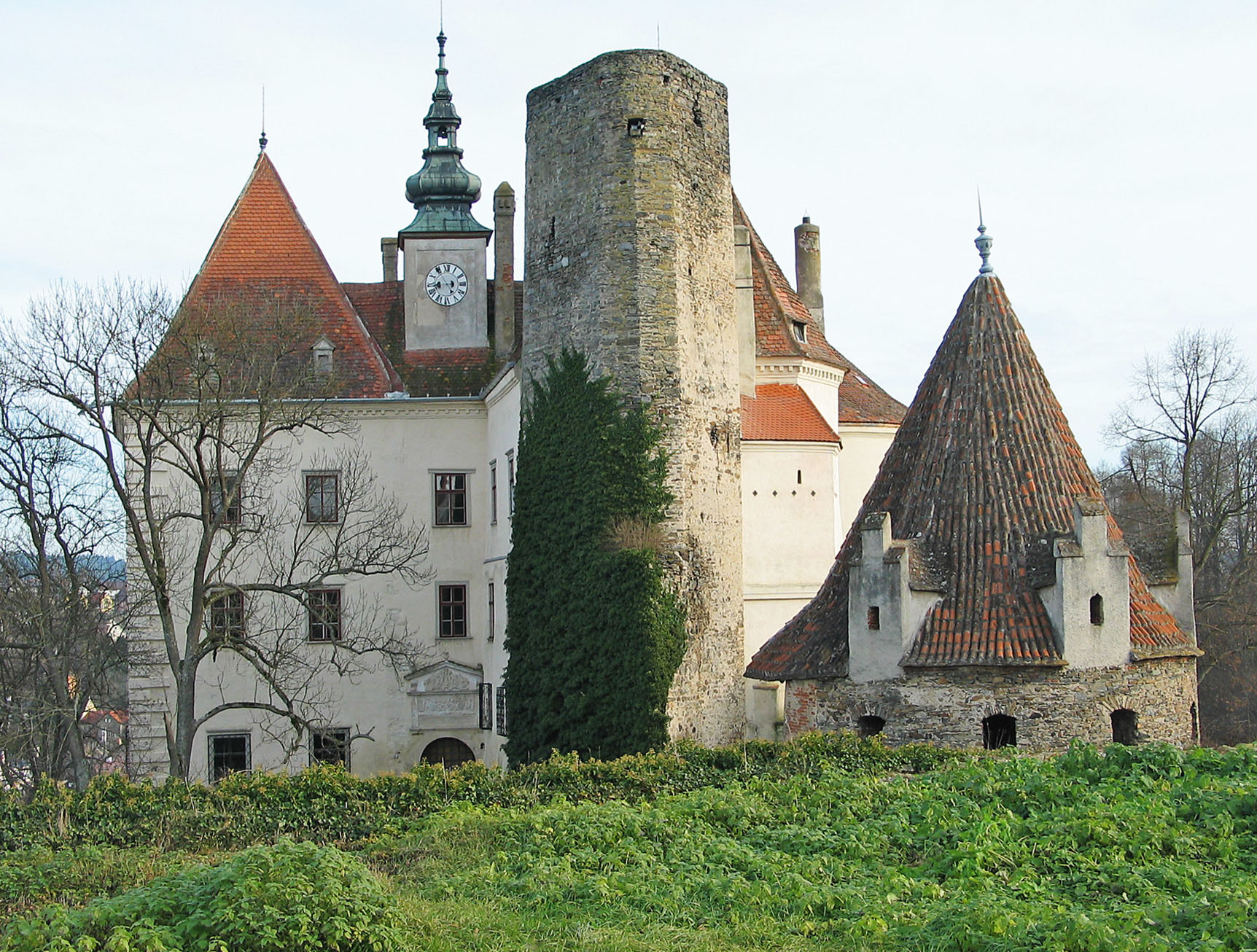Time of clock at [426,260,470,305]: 8:54
